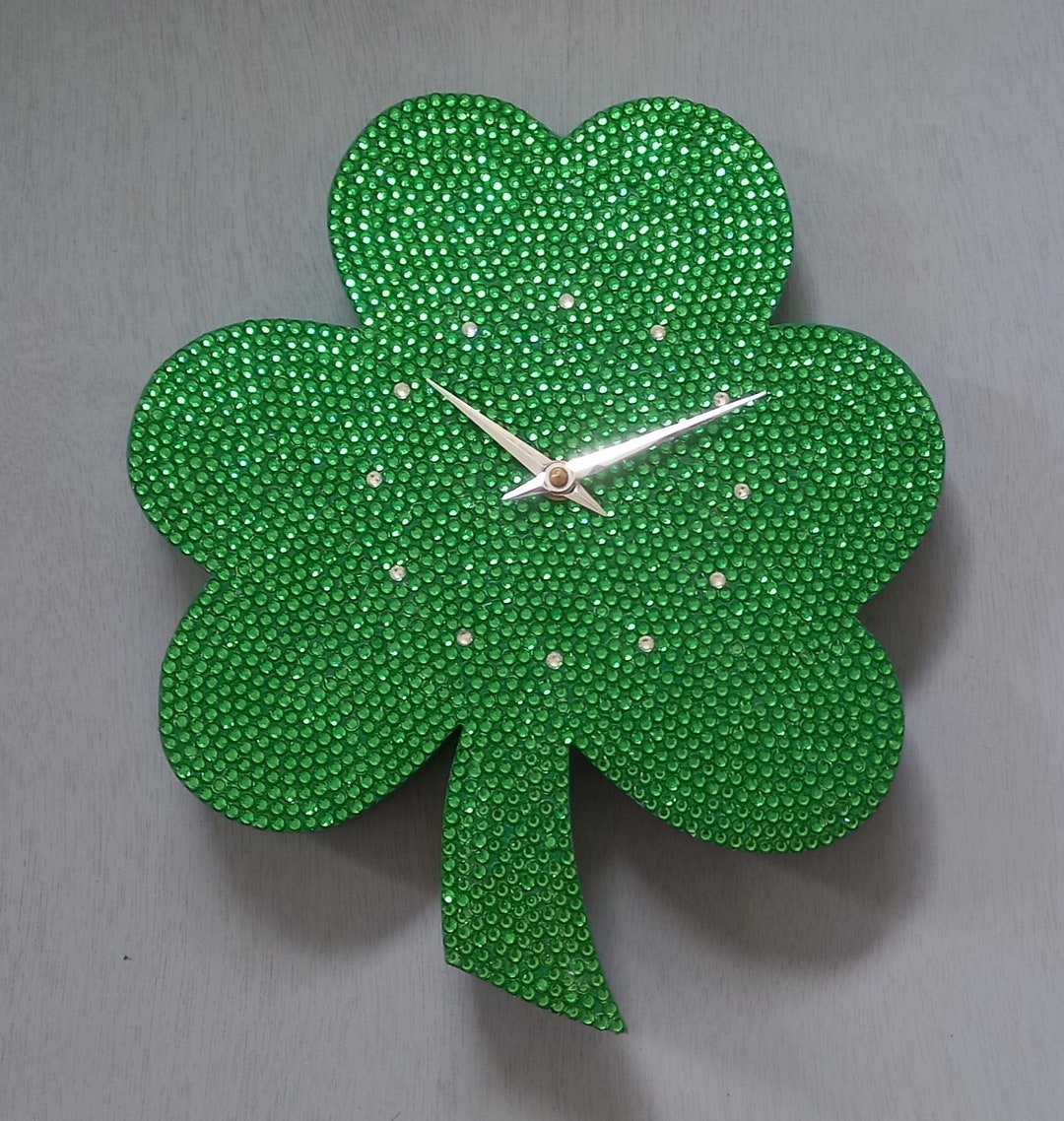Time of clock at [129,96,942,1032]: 10:11
